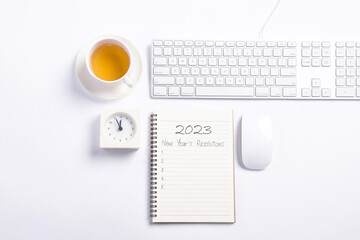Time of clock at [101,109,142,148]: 11:55
